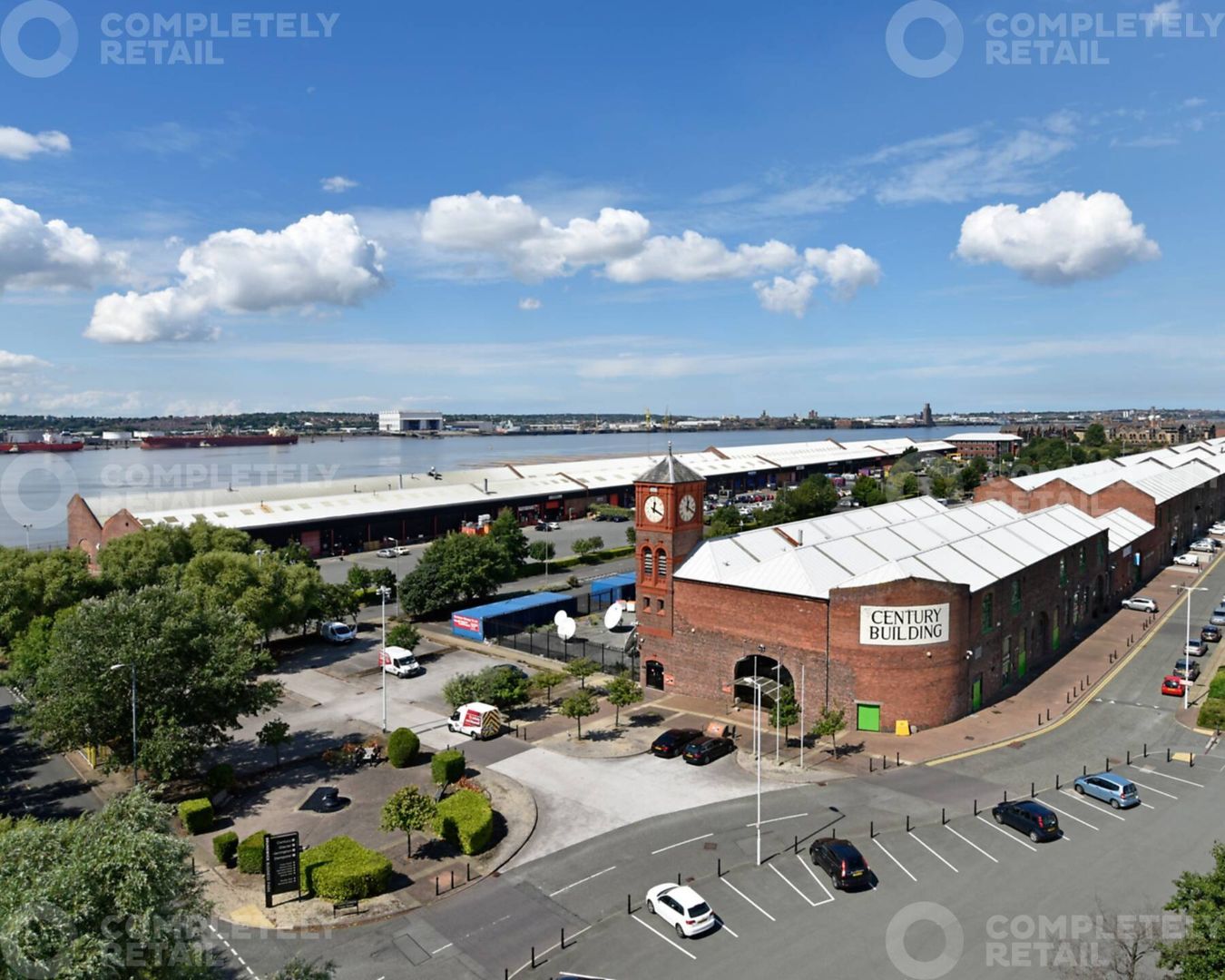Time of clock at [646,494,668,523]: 12:19
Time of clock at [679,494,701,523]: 12:20
